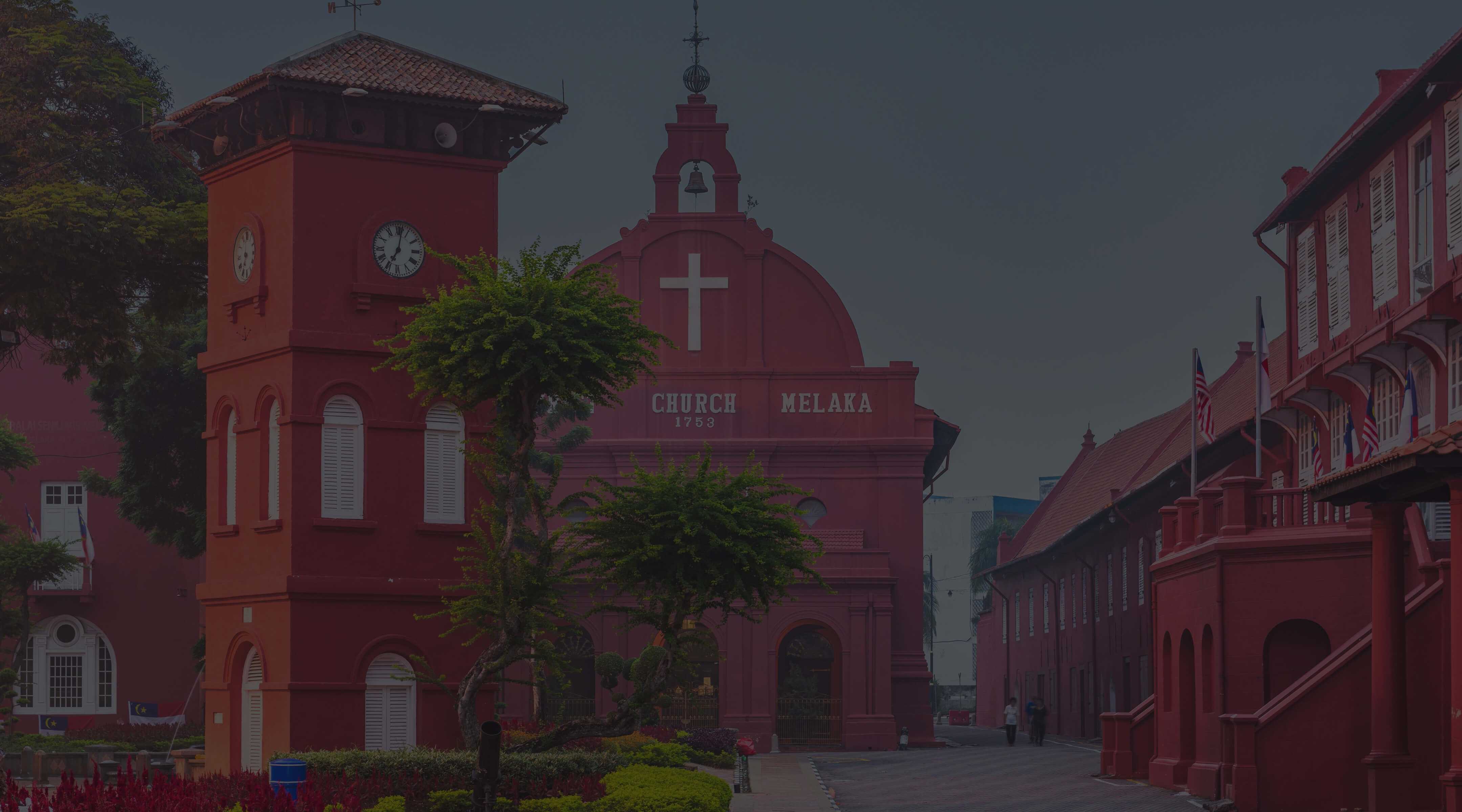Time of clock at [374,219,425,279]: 7:01
